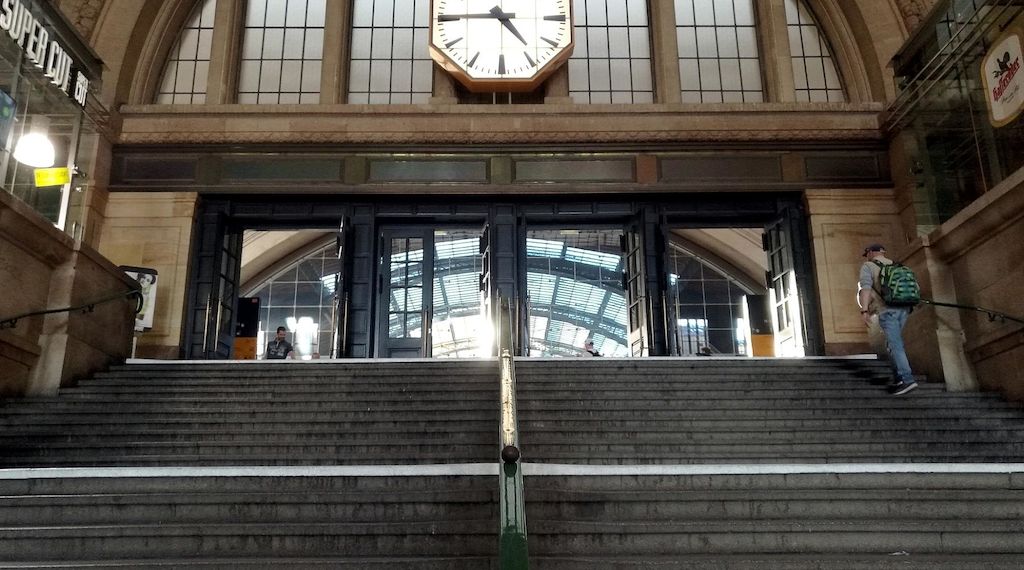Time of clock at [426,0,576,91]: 4:45
